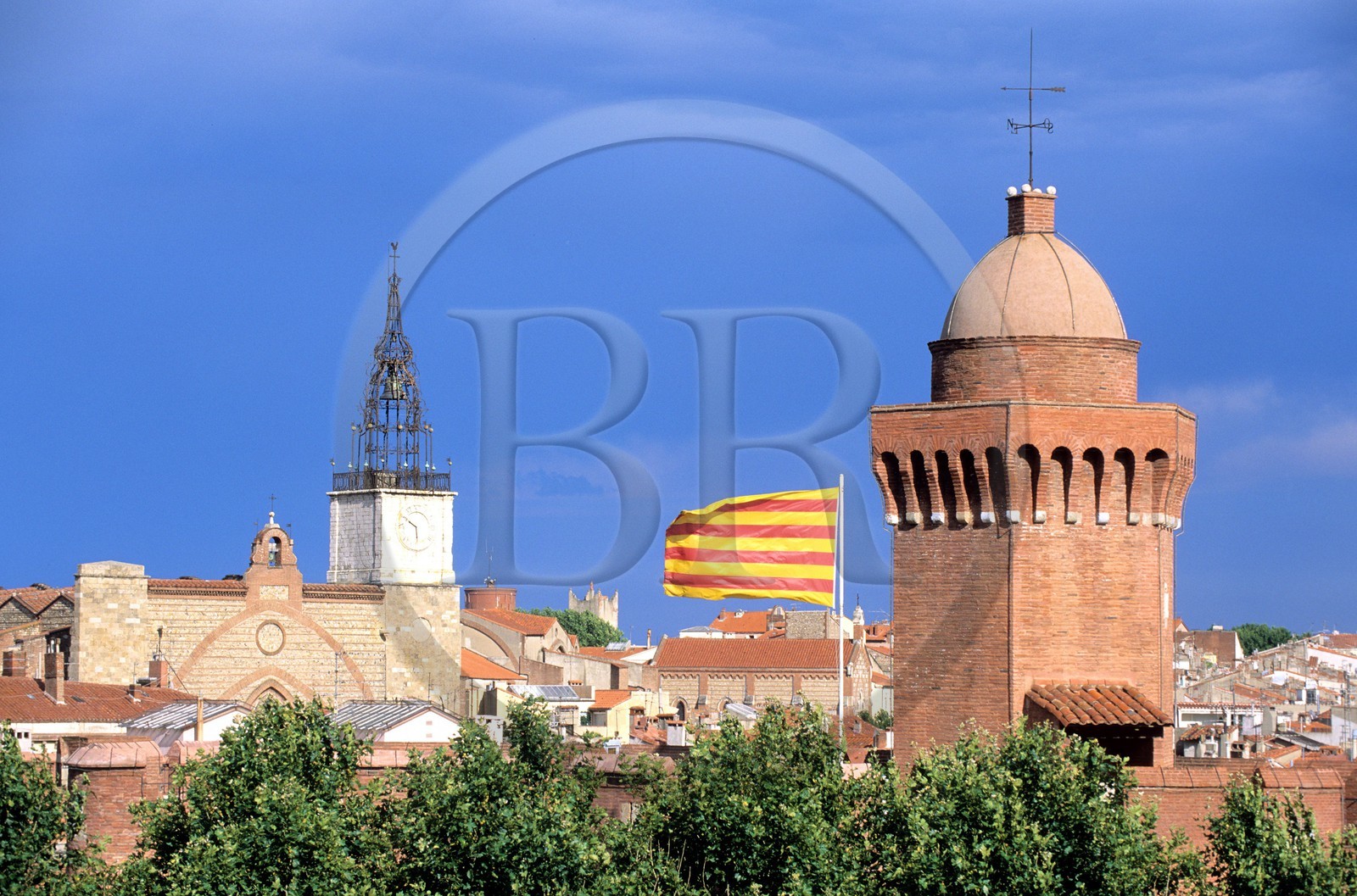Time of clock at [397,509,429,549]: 5:50
